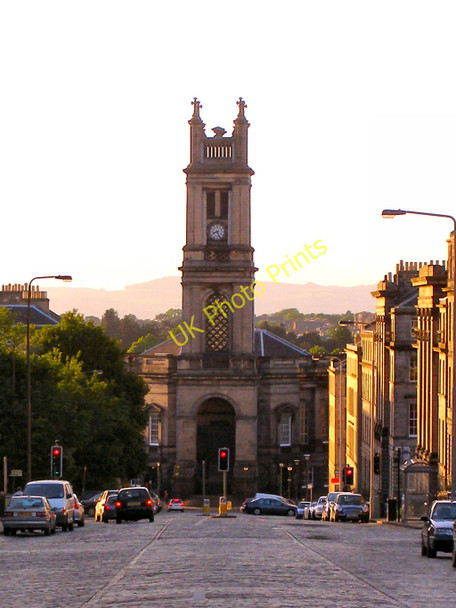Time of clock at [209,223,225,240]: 8:26
